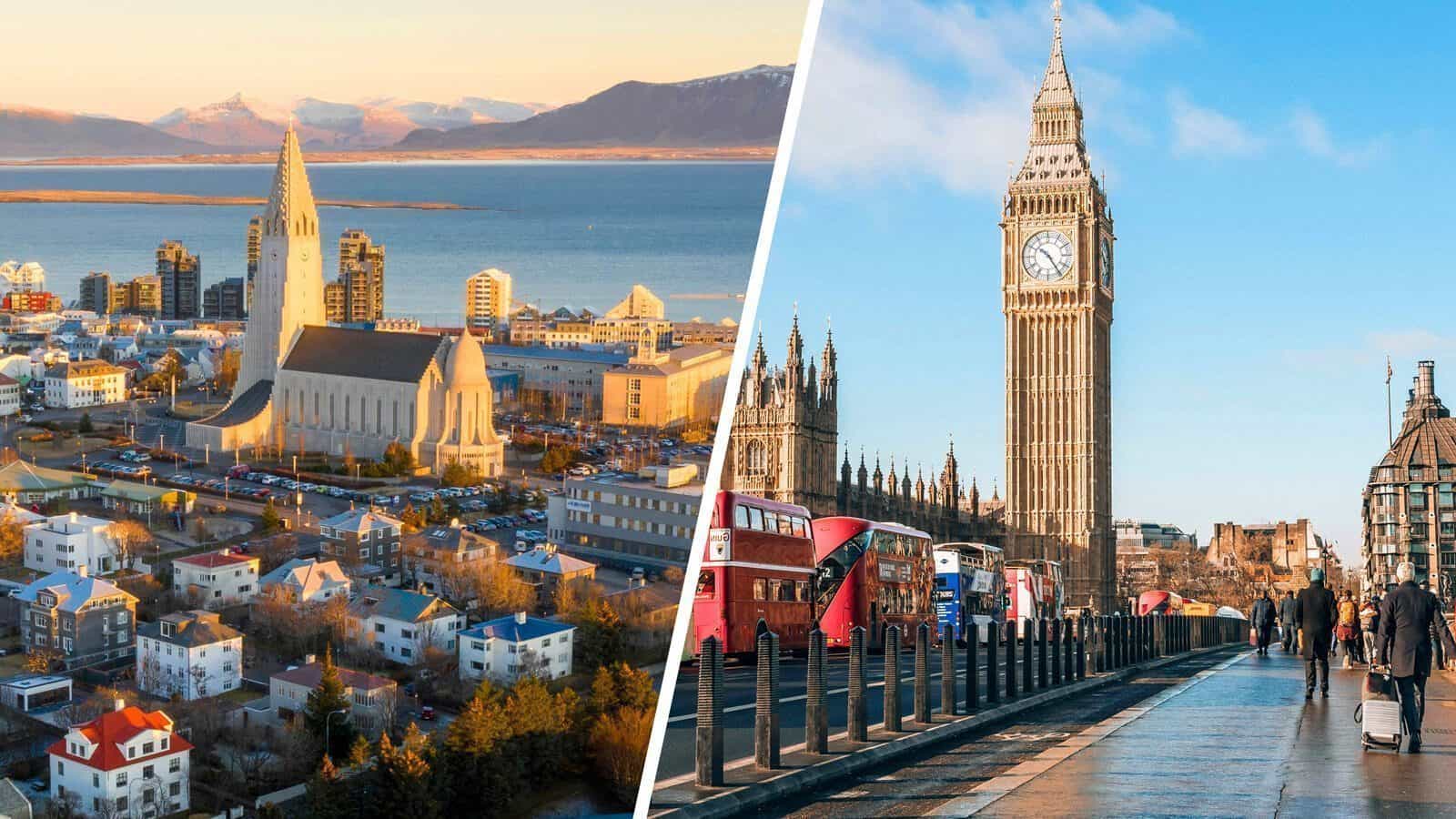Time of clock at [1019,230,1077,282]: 10:24
